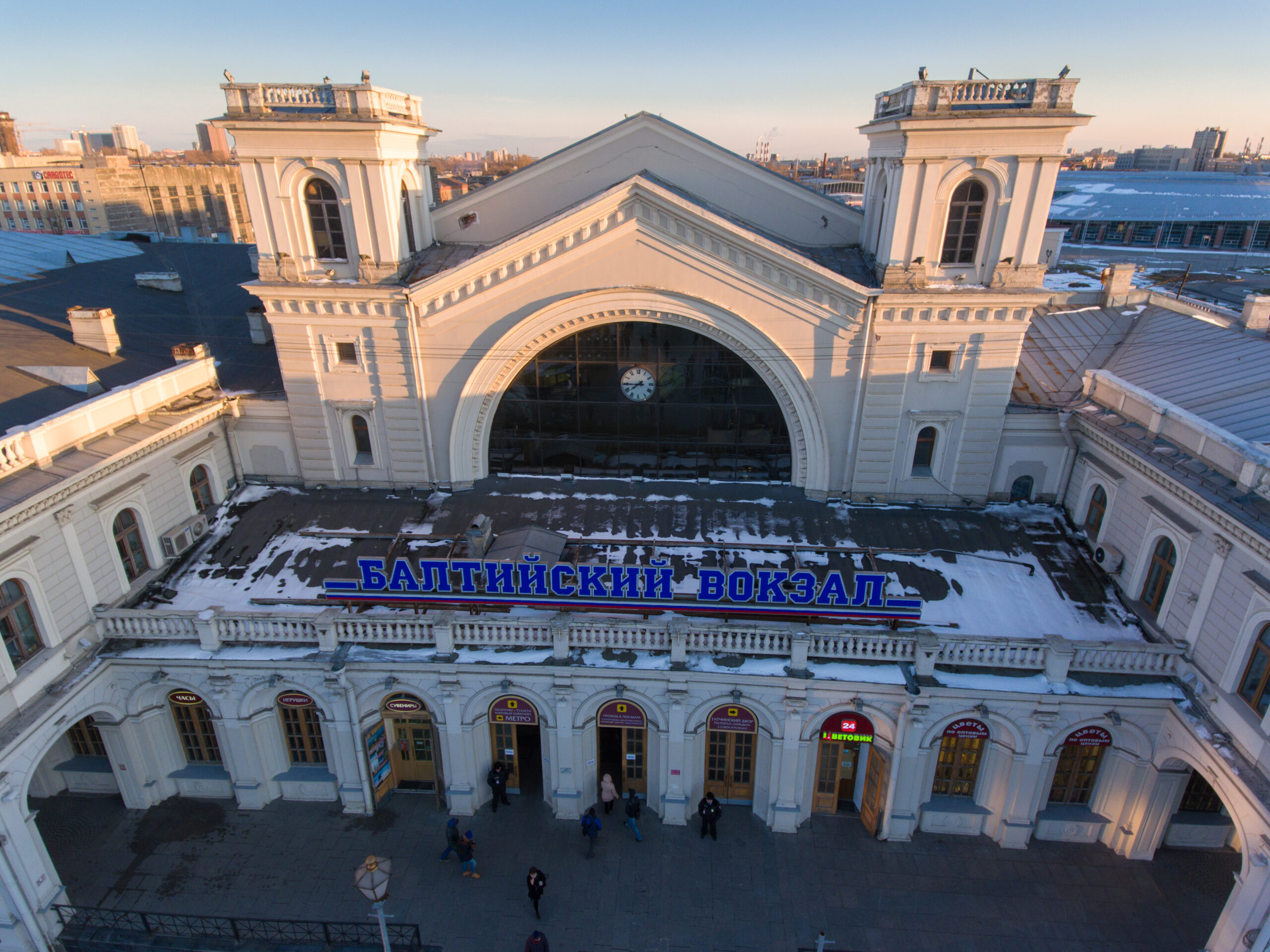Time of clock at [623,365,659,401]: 7:44
